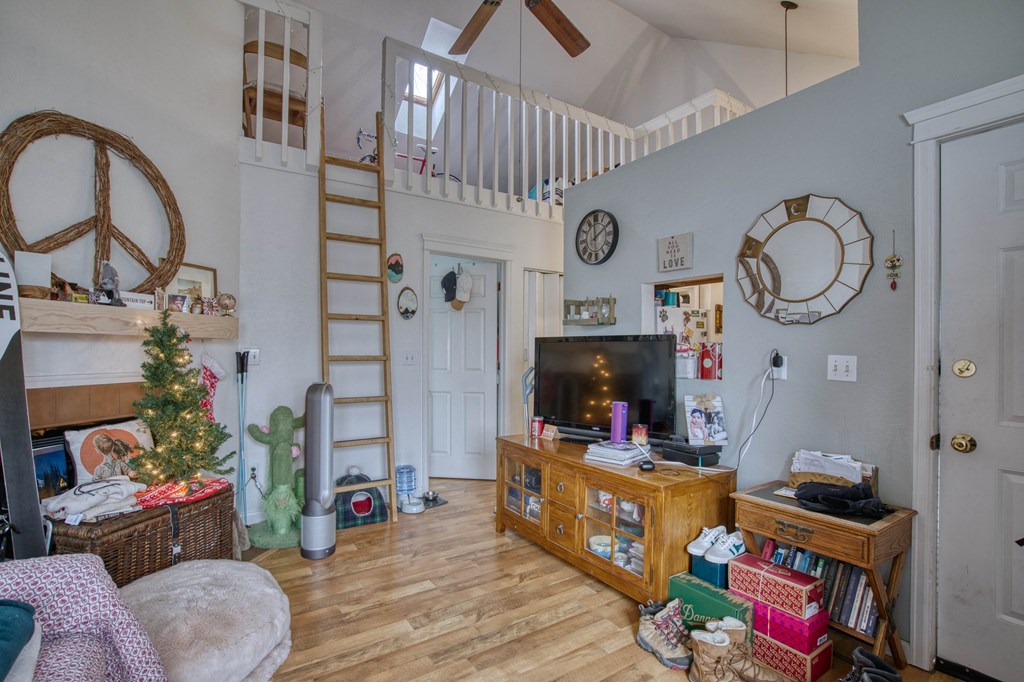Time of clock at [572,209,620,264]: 1:59
